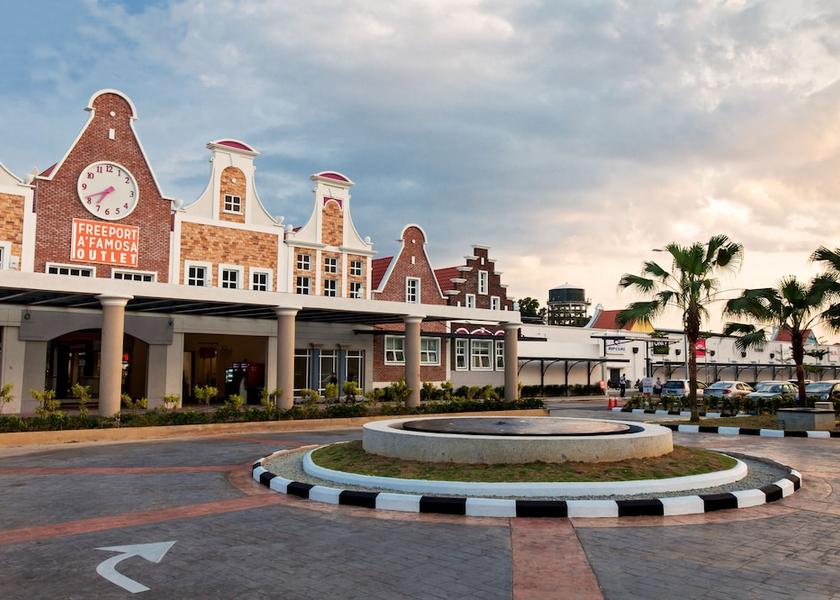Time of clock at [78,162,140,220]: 7:41
